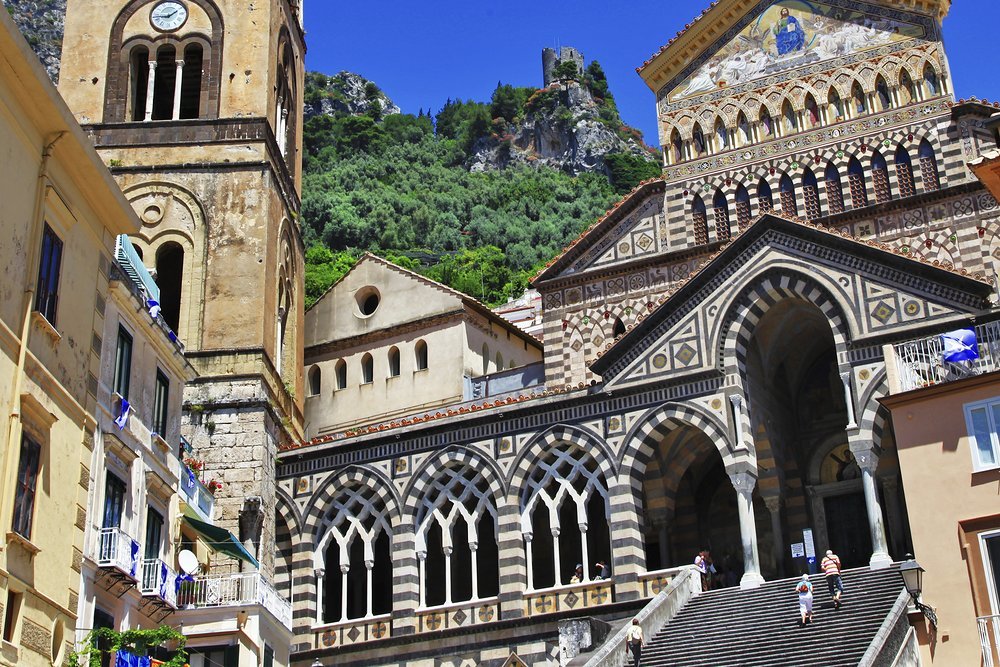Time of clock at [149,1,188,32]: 1:43
